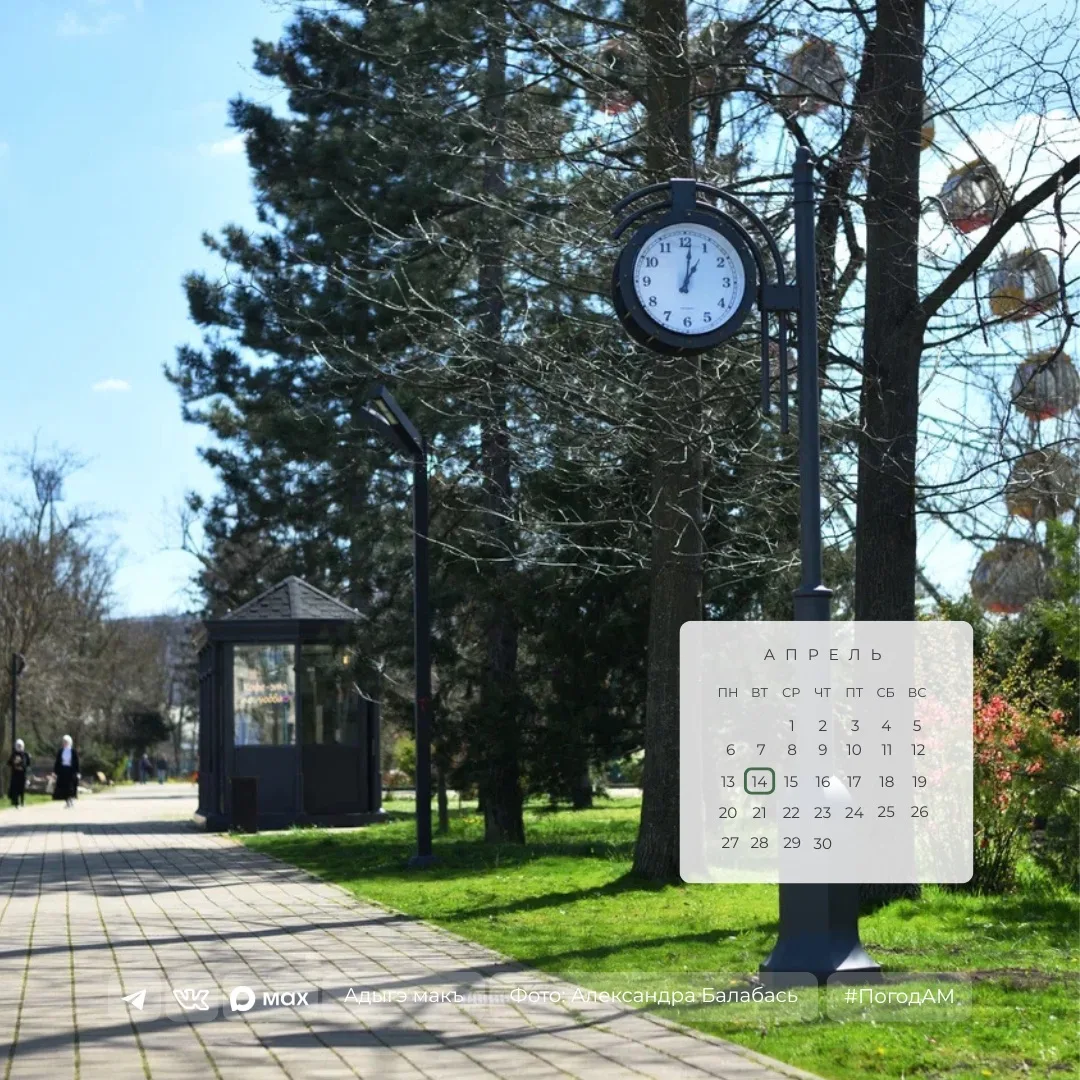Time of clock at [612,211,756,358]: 1:01
